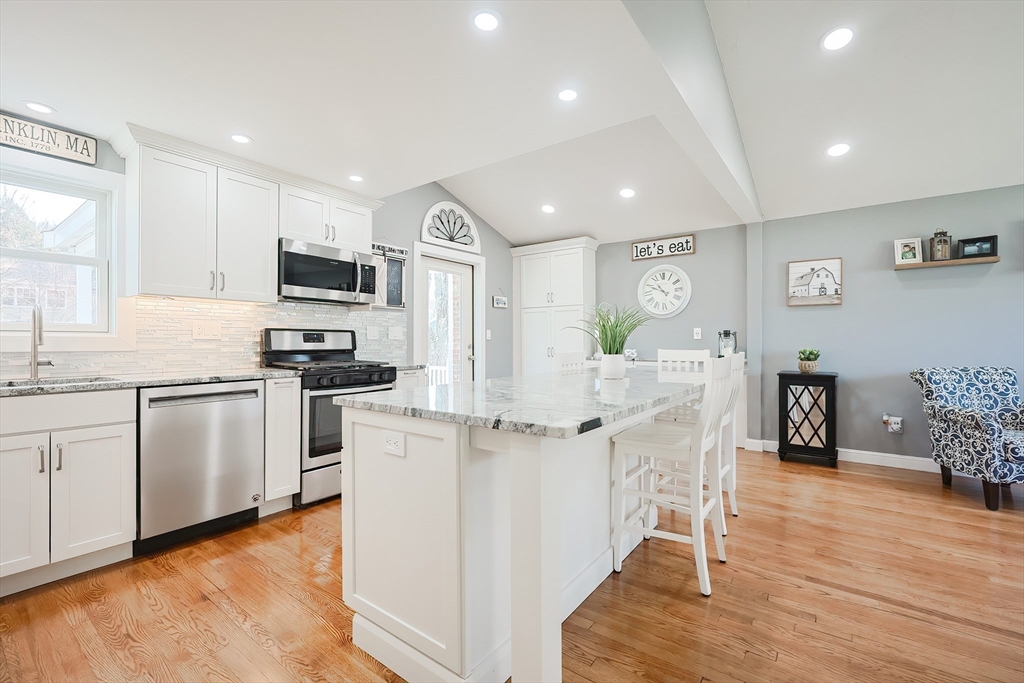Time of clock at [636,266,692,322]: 10:48
